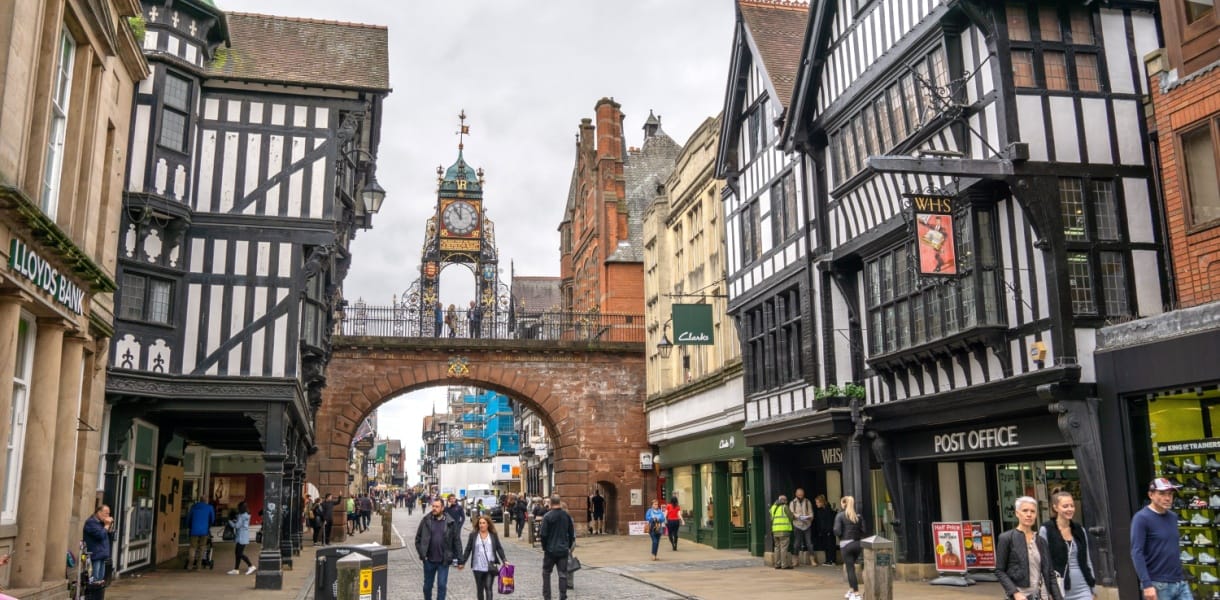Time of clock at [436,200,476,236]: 11:00
